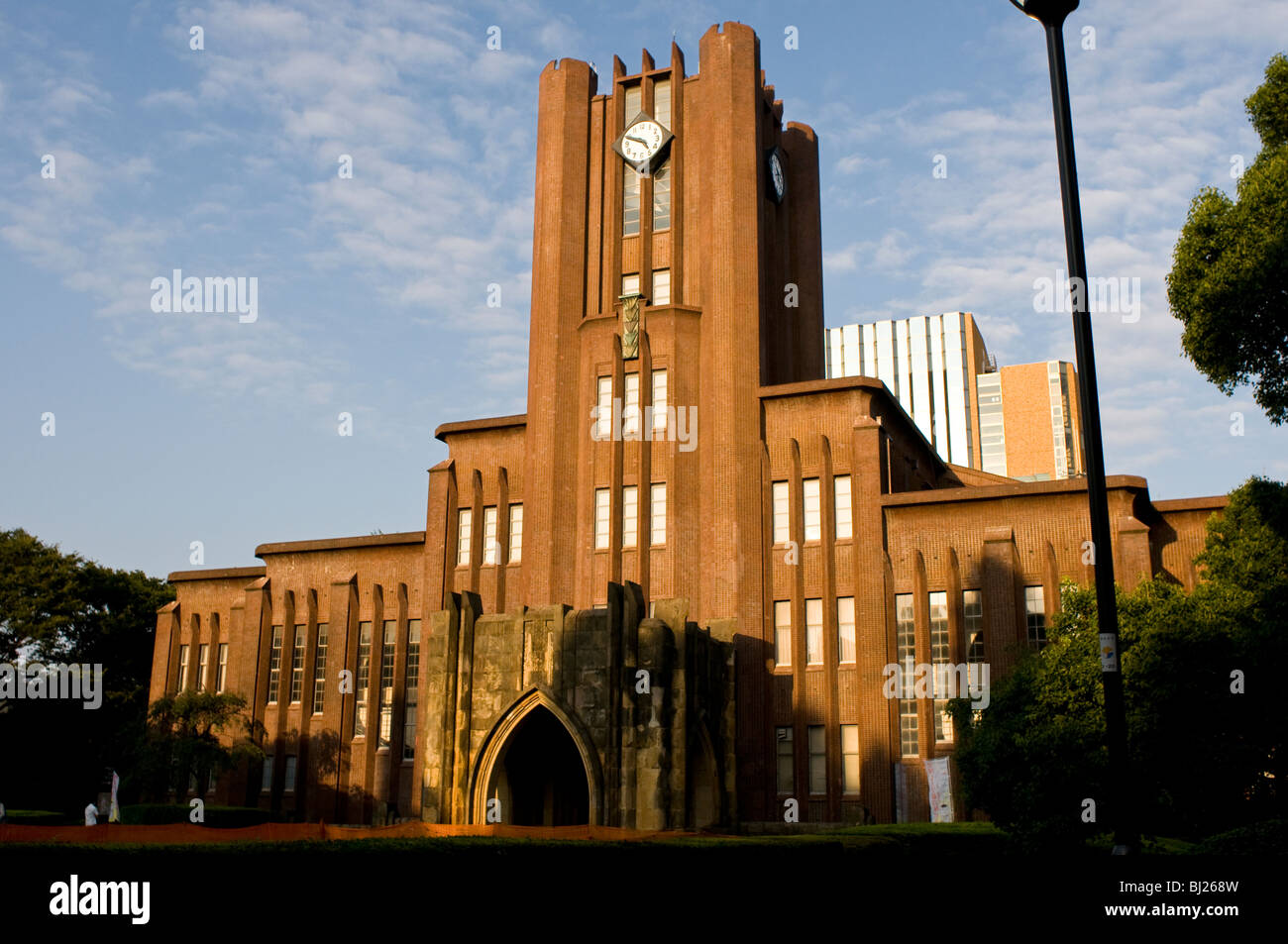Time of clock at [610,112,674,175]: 4:48
